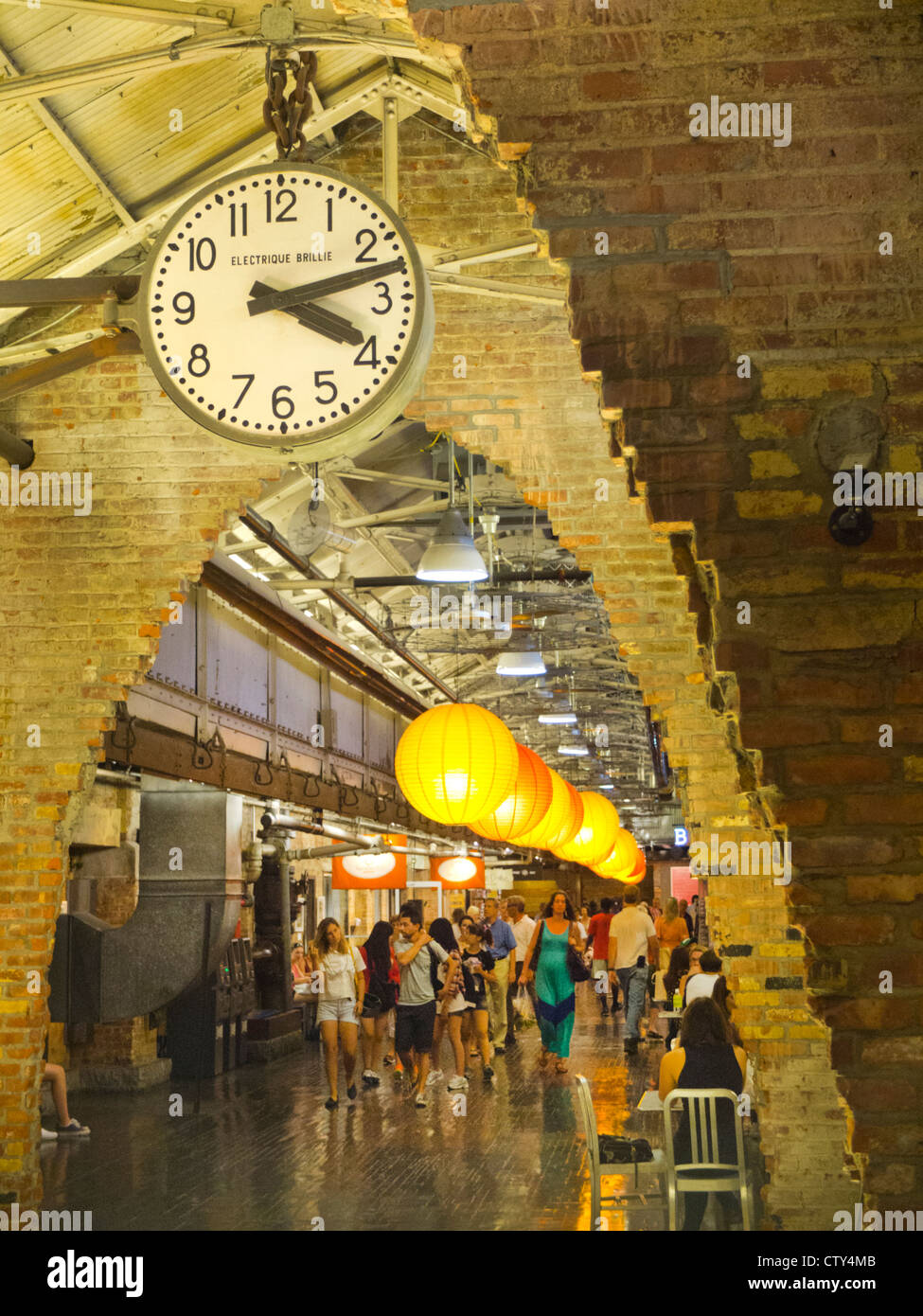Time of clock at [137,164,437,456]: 4:12
